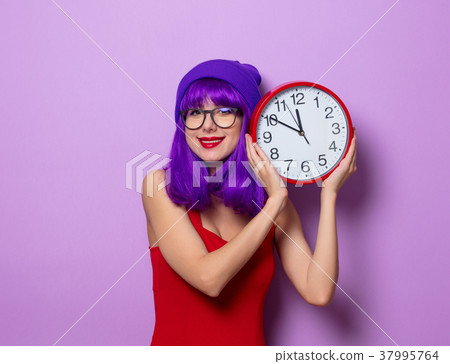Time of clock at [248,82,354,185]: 11:50
